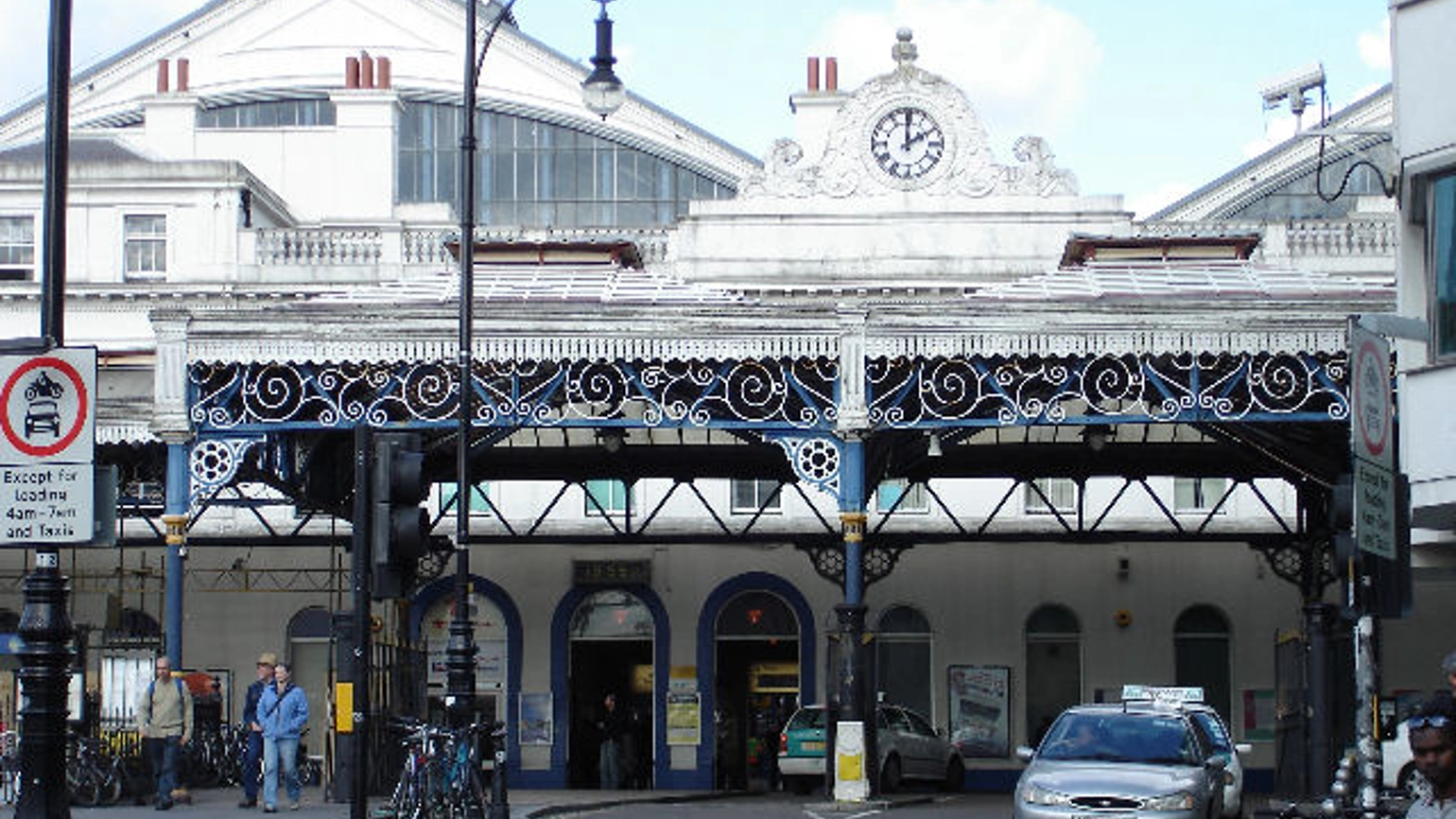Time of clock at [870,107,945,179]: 2:00
